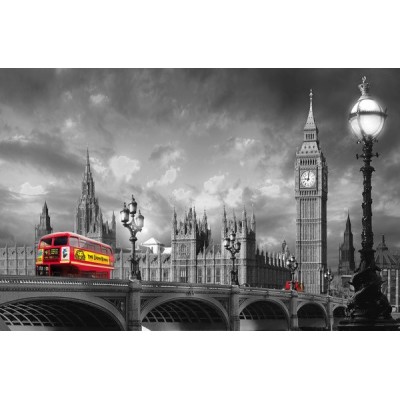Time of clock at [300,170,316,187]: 9:01
